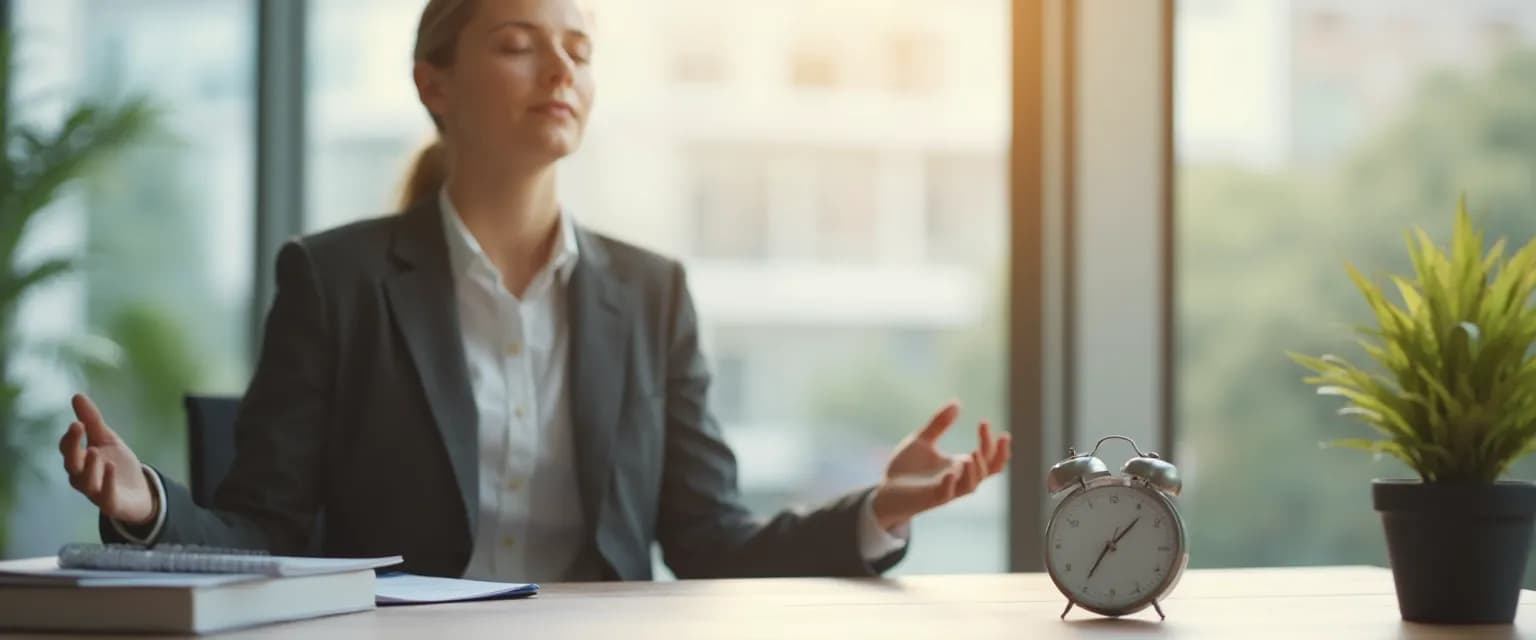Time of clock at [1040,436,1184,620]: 1:35
